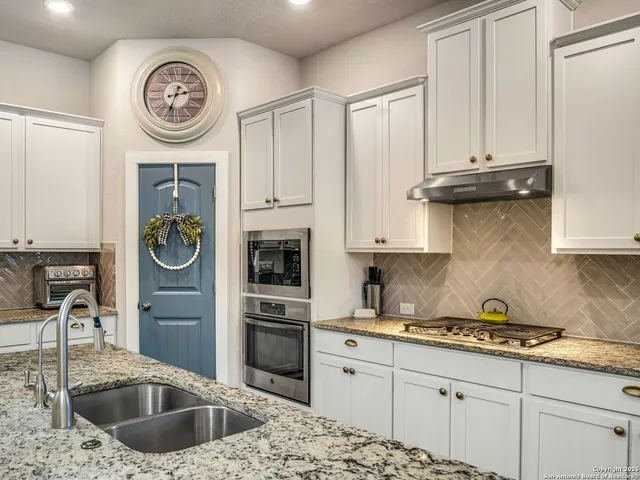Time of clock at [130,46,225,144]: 2:33
